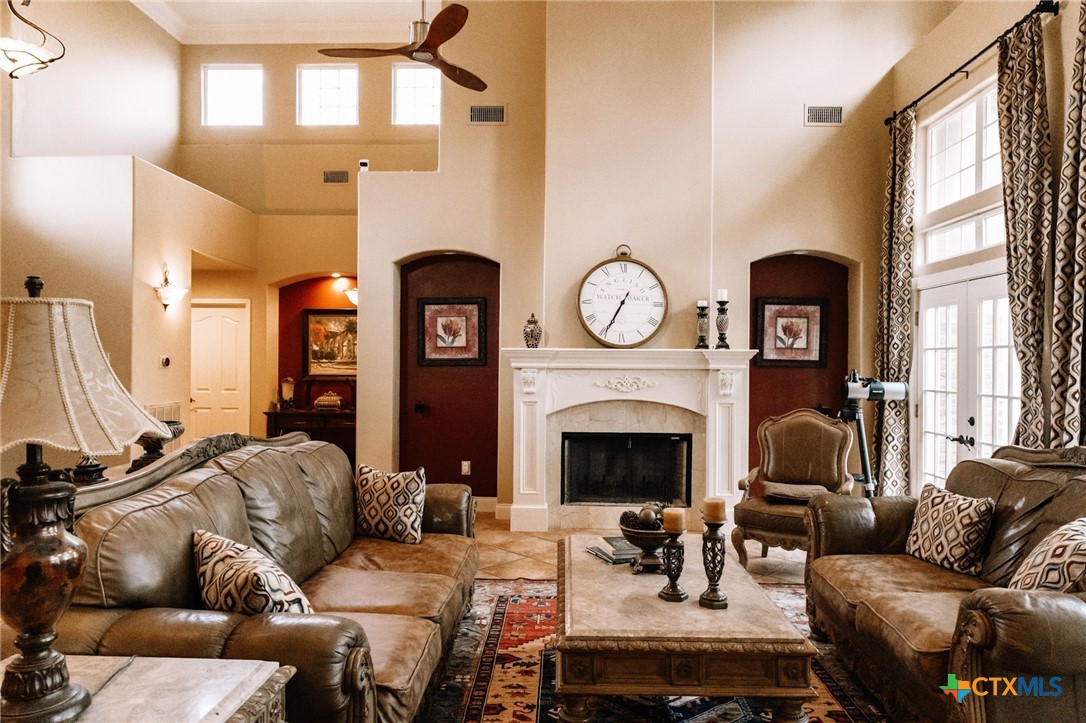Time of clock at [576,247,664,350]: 6:34
